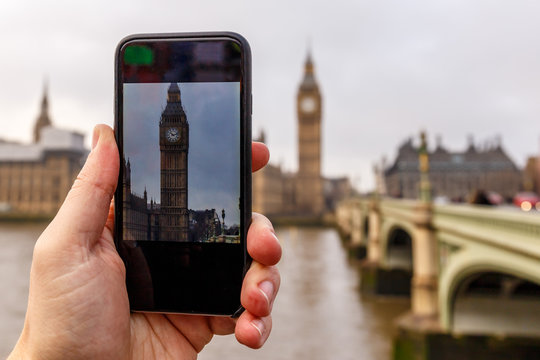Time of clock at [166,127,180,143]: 10:12
